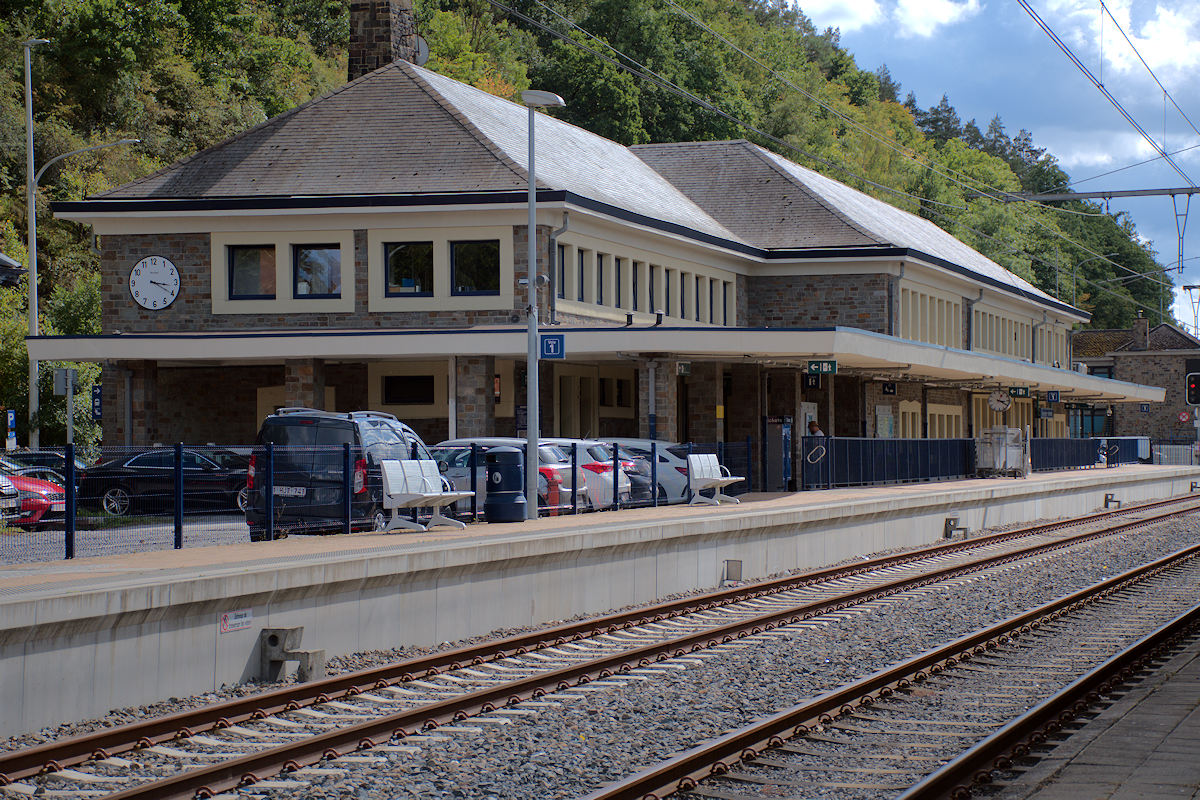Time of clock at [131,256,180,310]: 3:20
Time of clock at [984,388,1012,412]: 3:20
